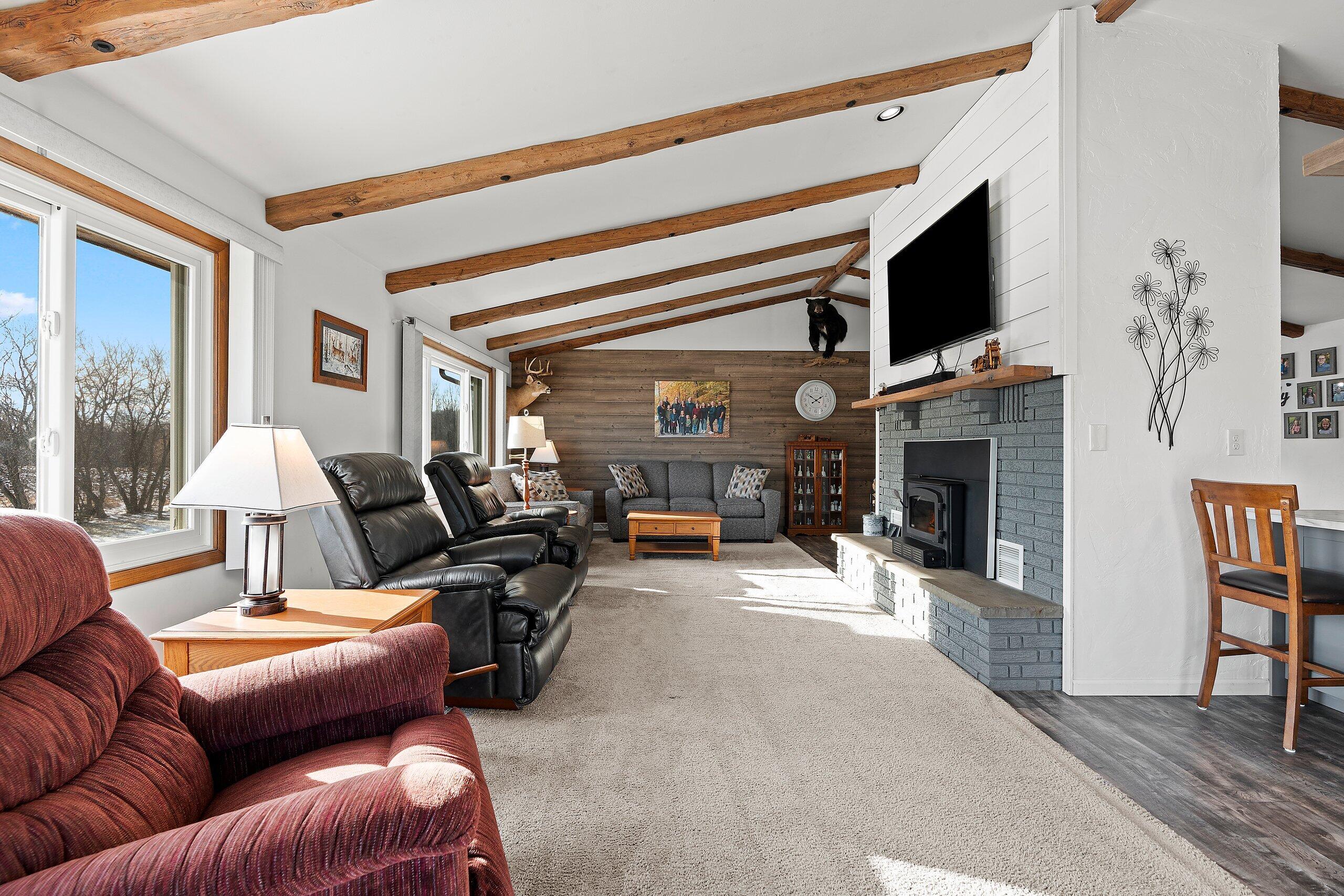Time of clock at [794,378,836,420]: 1:50
